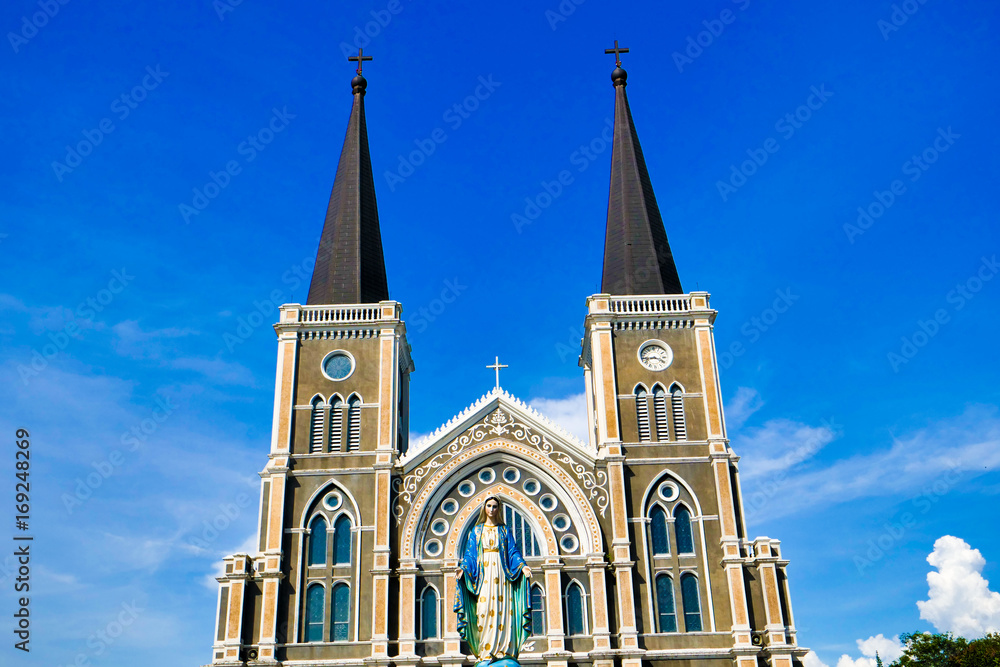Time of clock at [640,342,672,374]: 3:43
